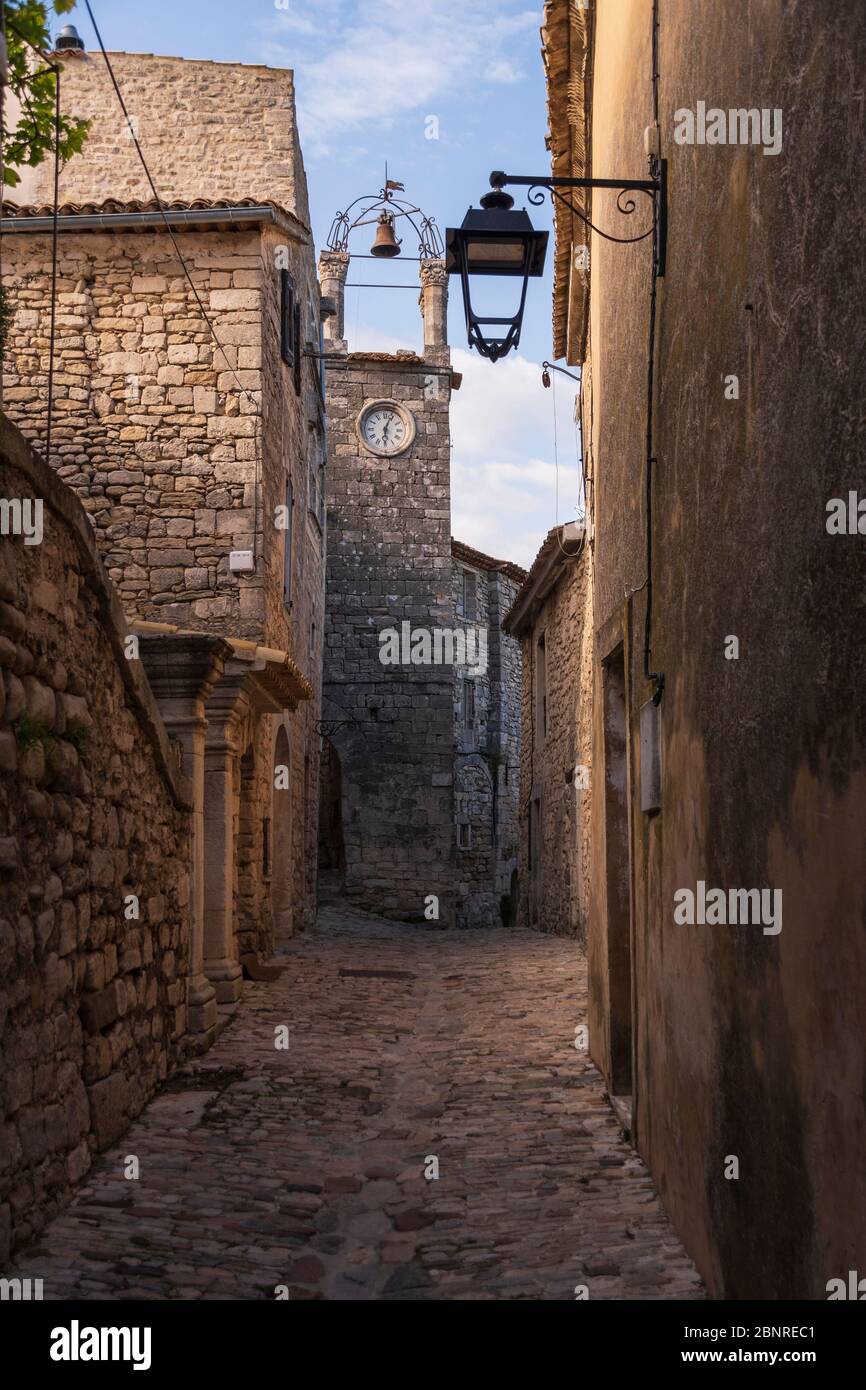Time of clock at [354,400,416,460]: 6:03
